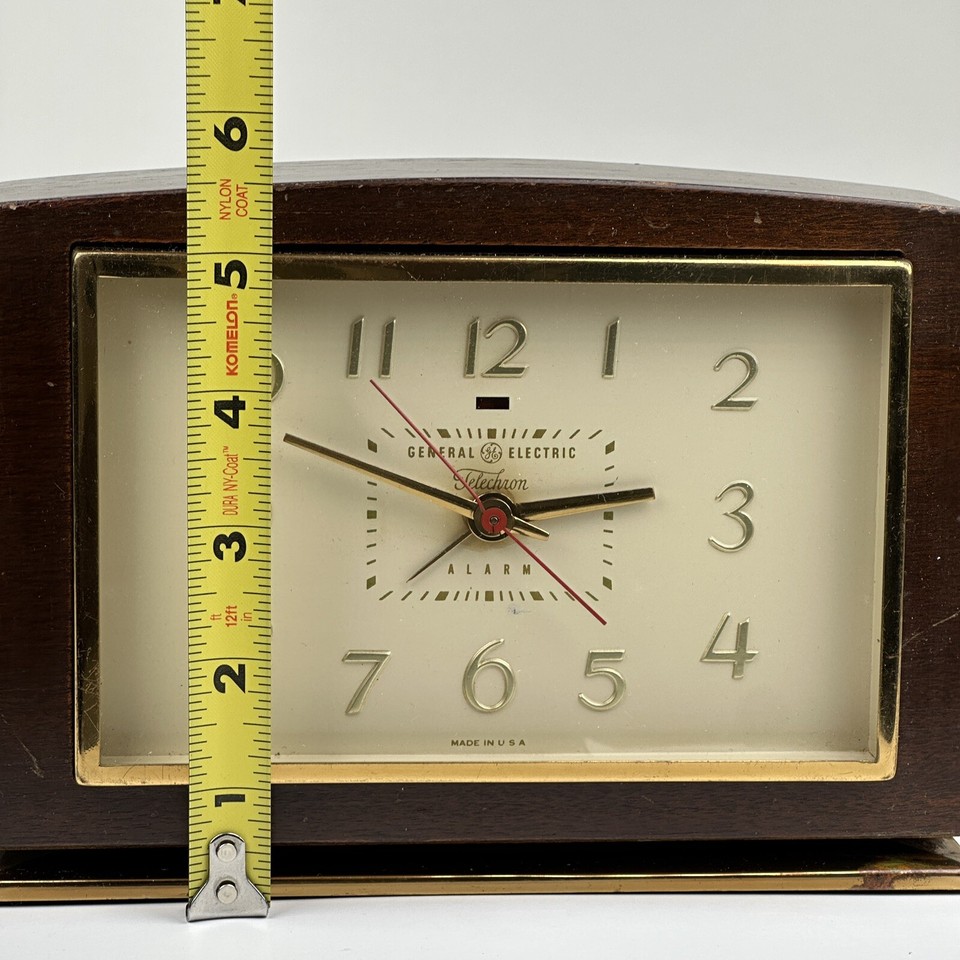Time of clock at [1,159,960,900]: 2:49
